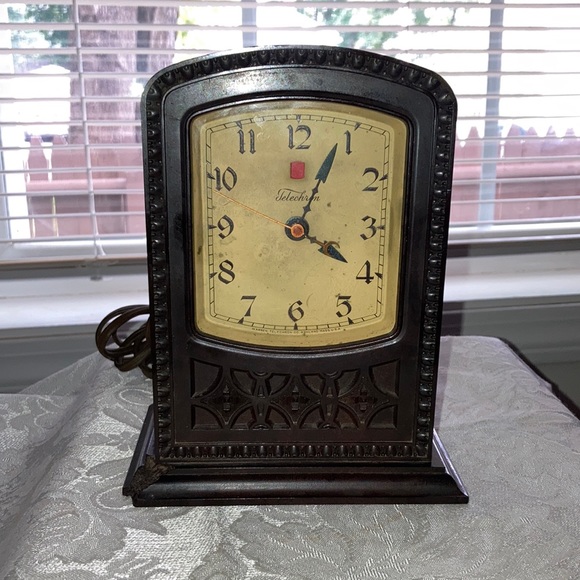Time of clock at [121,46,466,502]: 4:04
